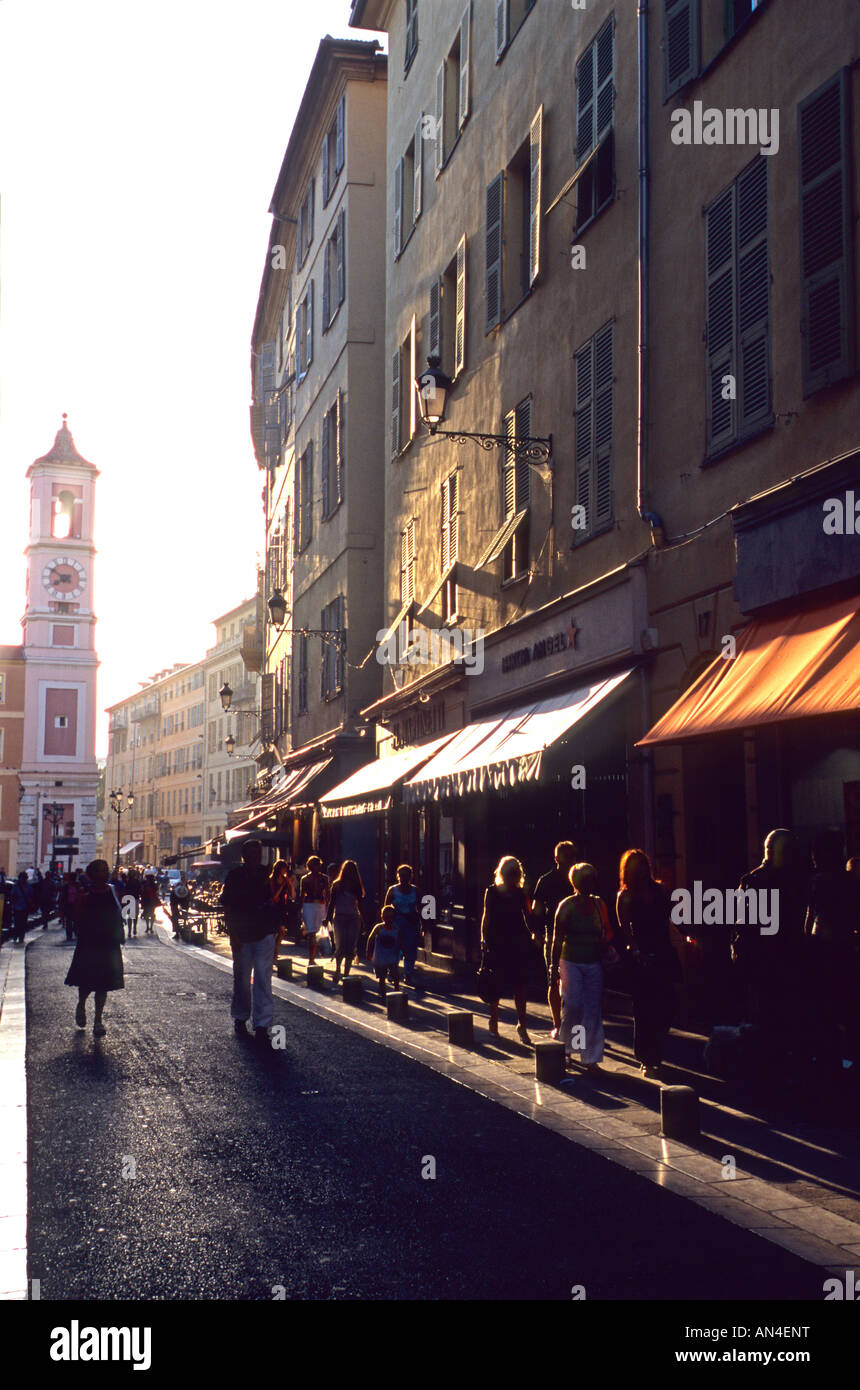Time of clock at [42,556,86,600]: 7:50
